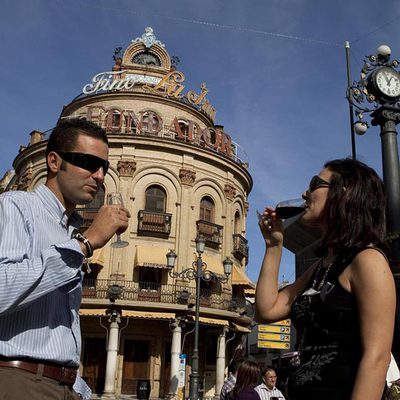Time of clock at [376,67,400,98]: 12:57
